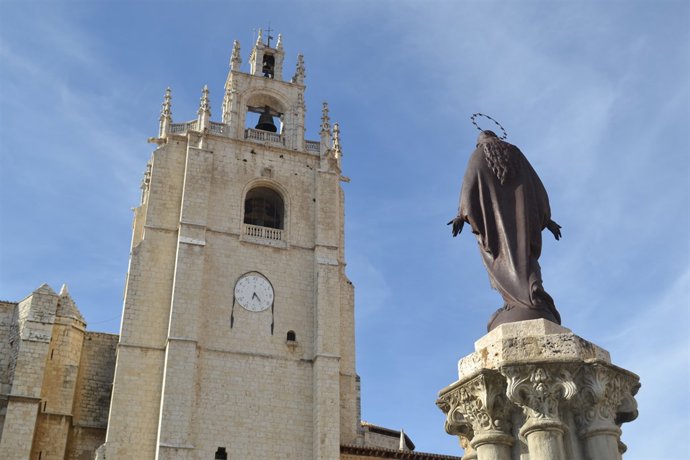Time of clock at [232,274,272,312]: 6:23
